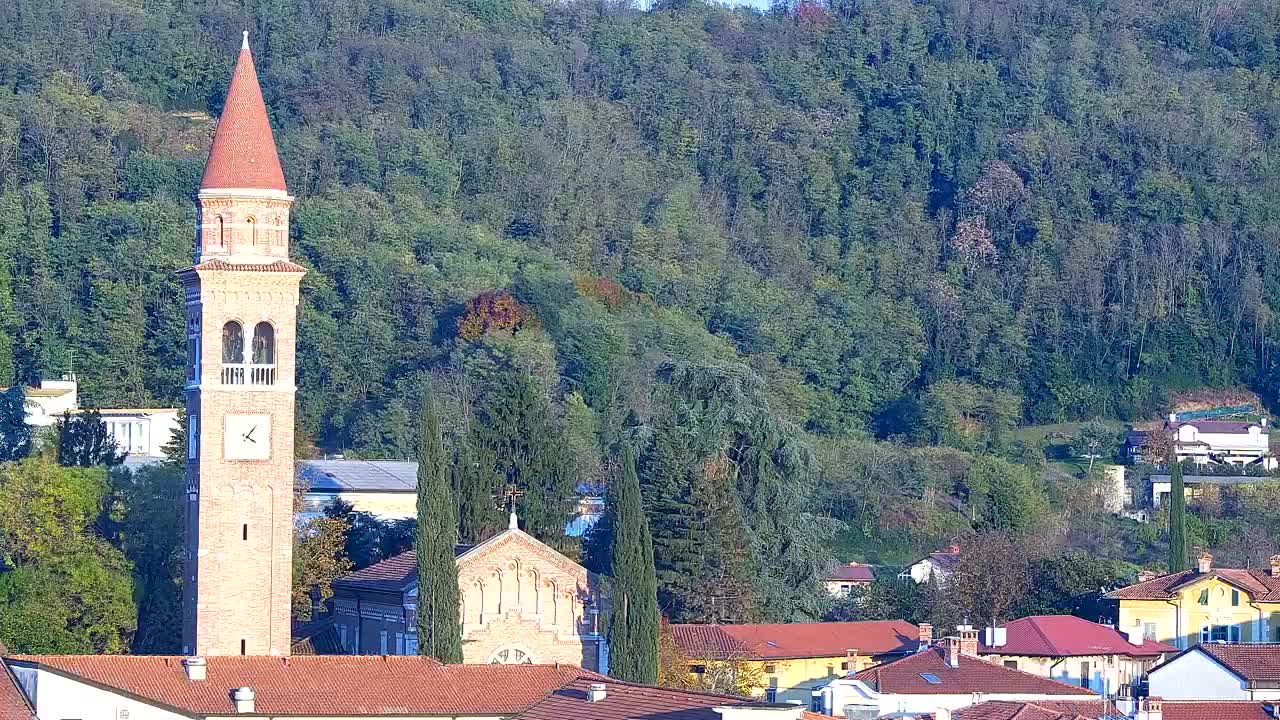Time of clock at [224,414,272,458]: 4:07
